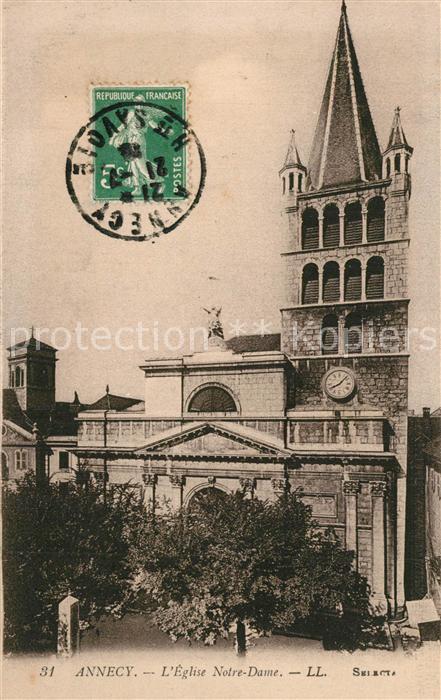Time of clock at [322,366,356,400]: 8:07
